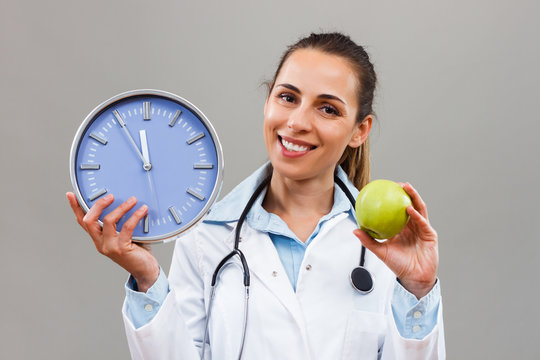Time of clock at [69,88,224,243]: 11:54
